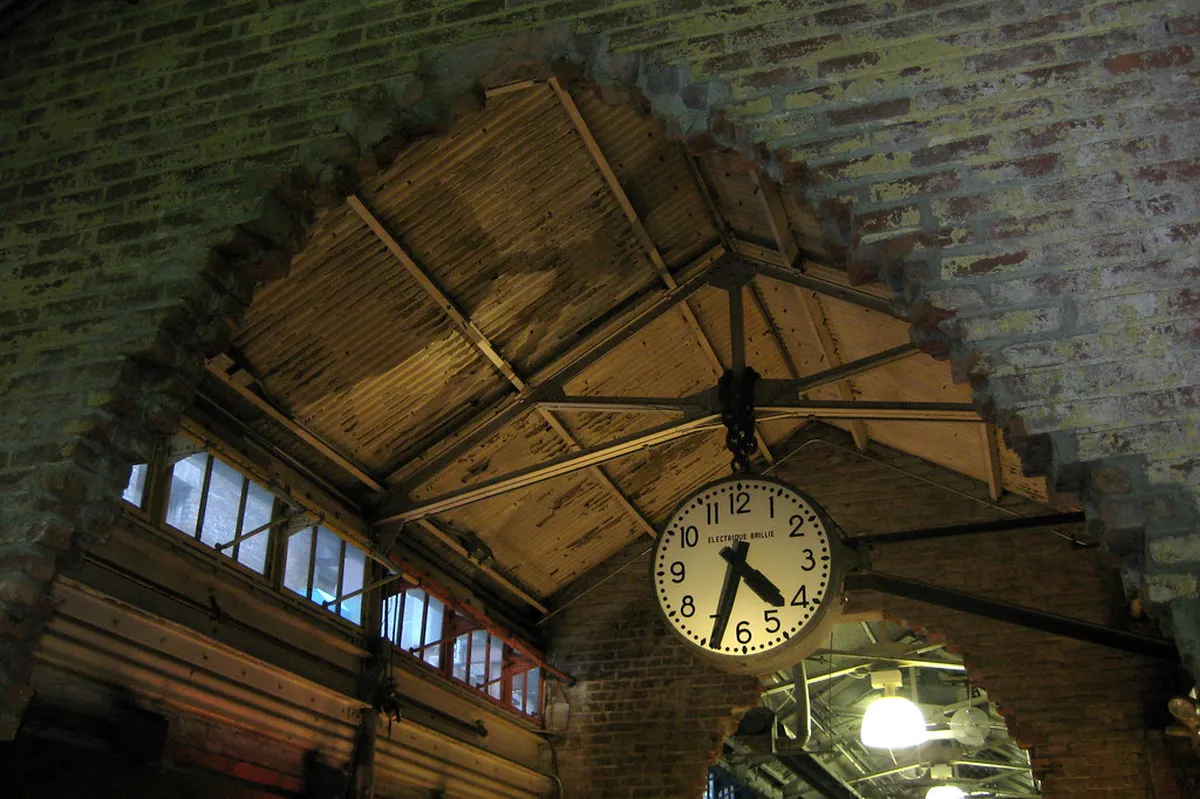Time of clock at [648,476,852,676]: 4:33
